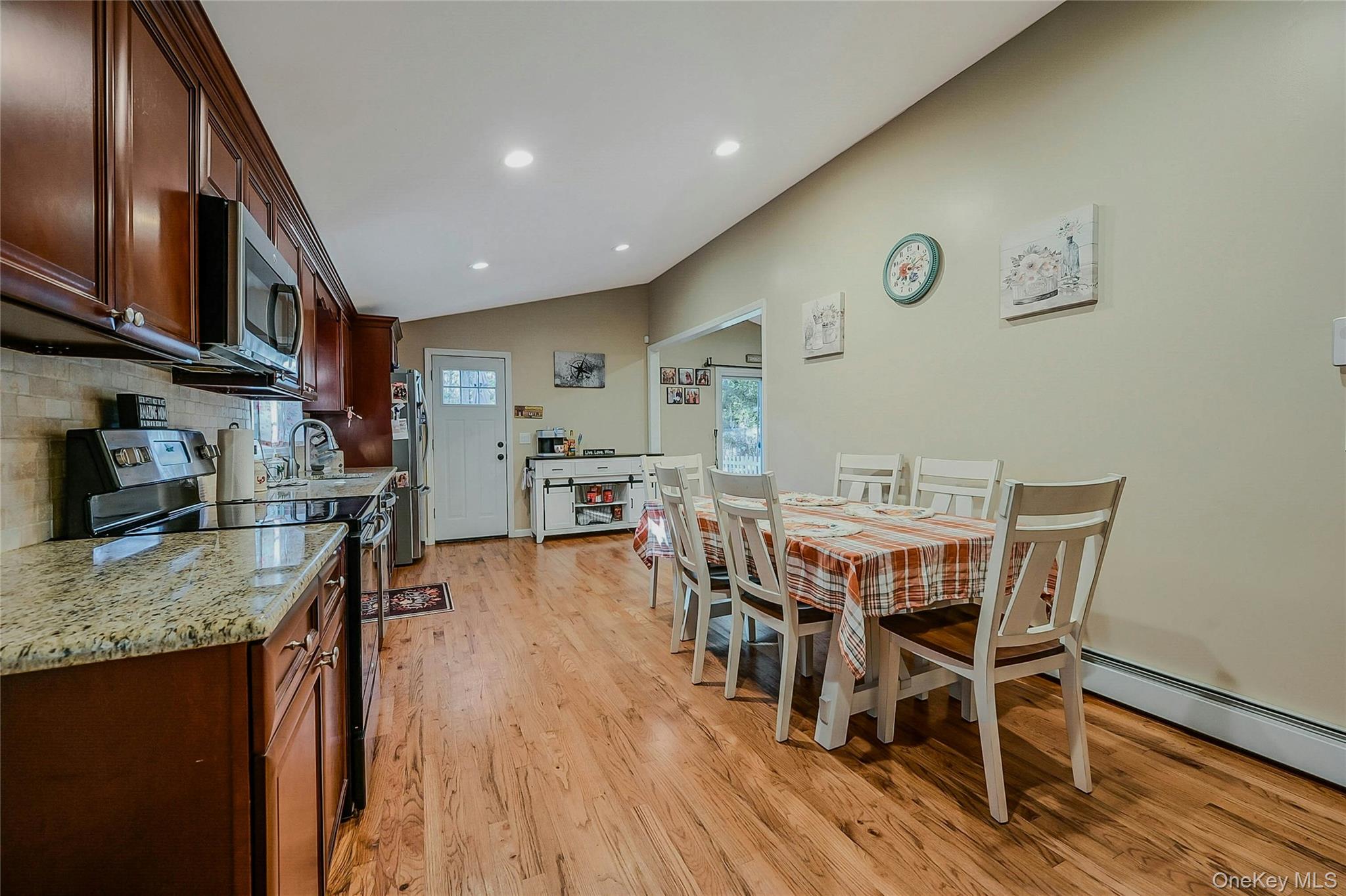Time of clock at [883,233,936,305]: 3:11
